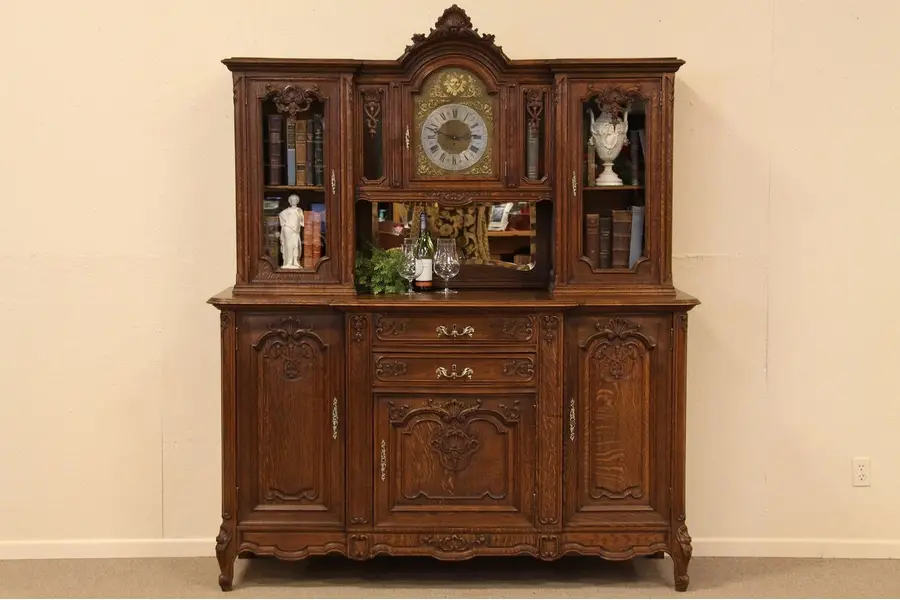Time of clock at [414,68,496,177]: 2:47
